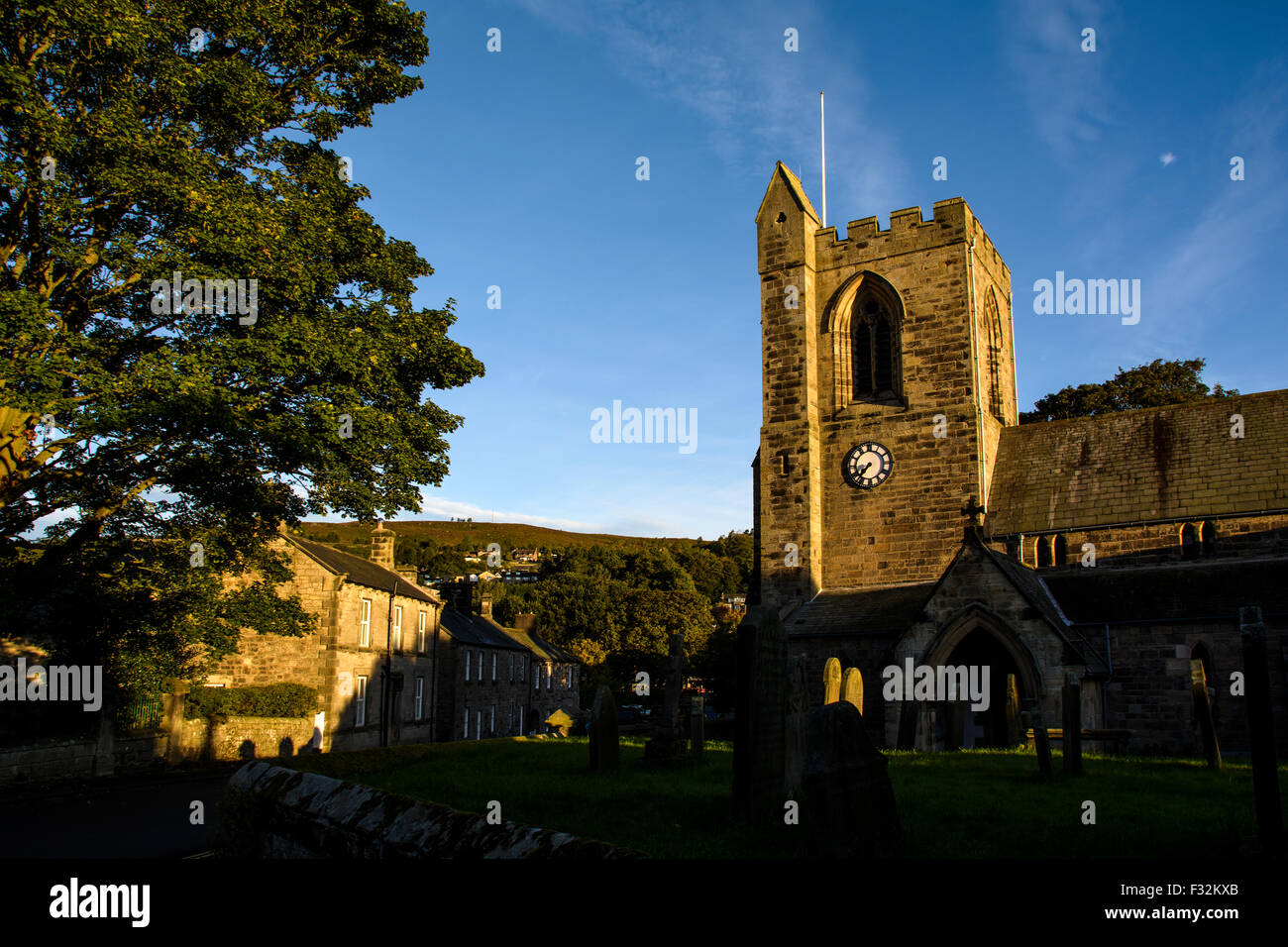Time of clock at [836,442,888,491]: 7:37
